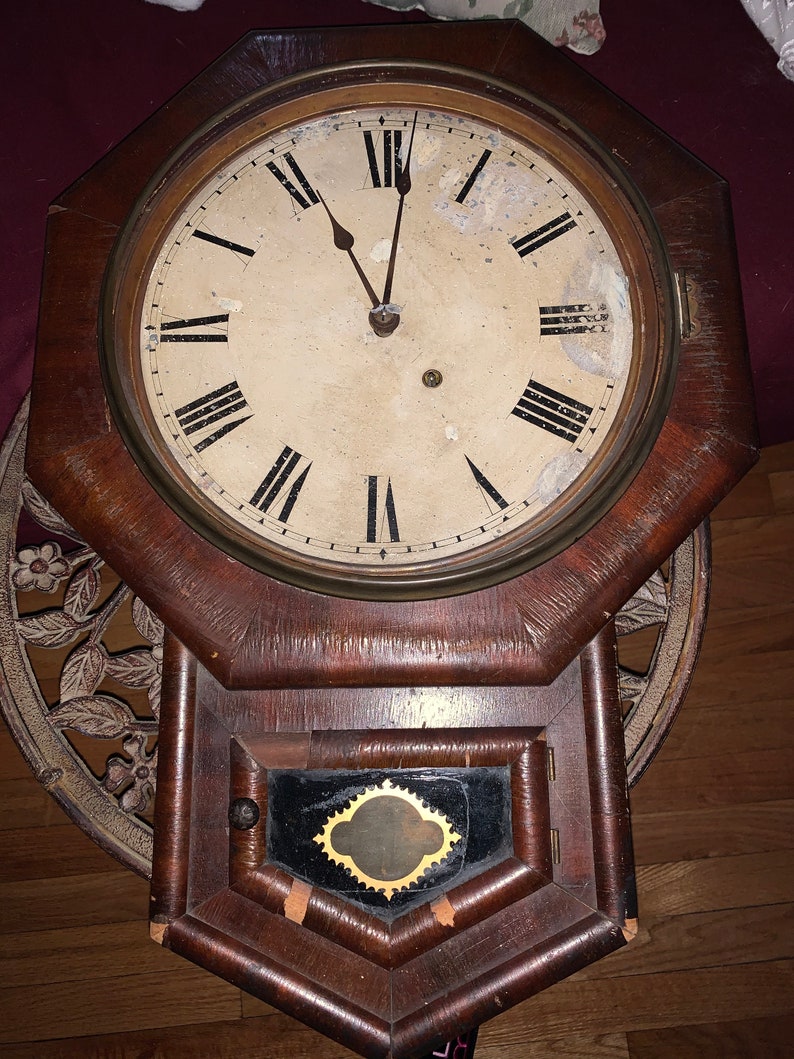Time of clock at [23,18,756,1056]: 11:01
